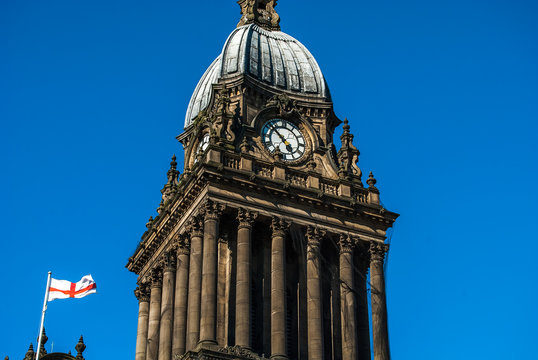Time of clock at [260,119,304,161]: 4:52
